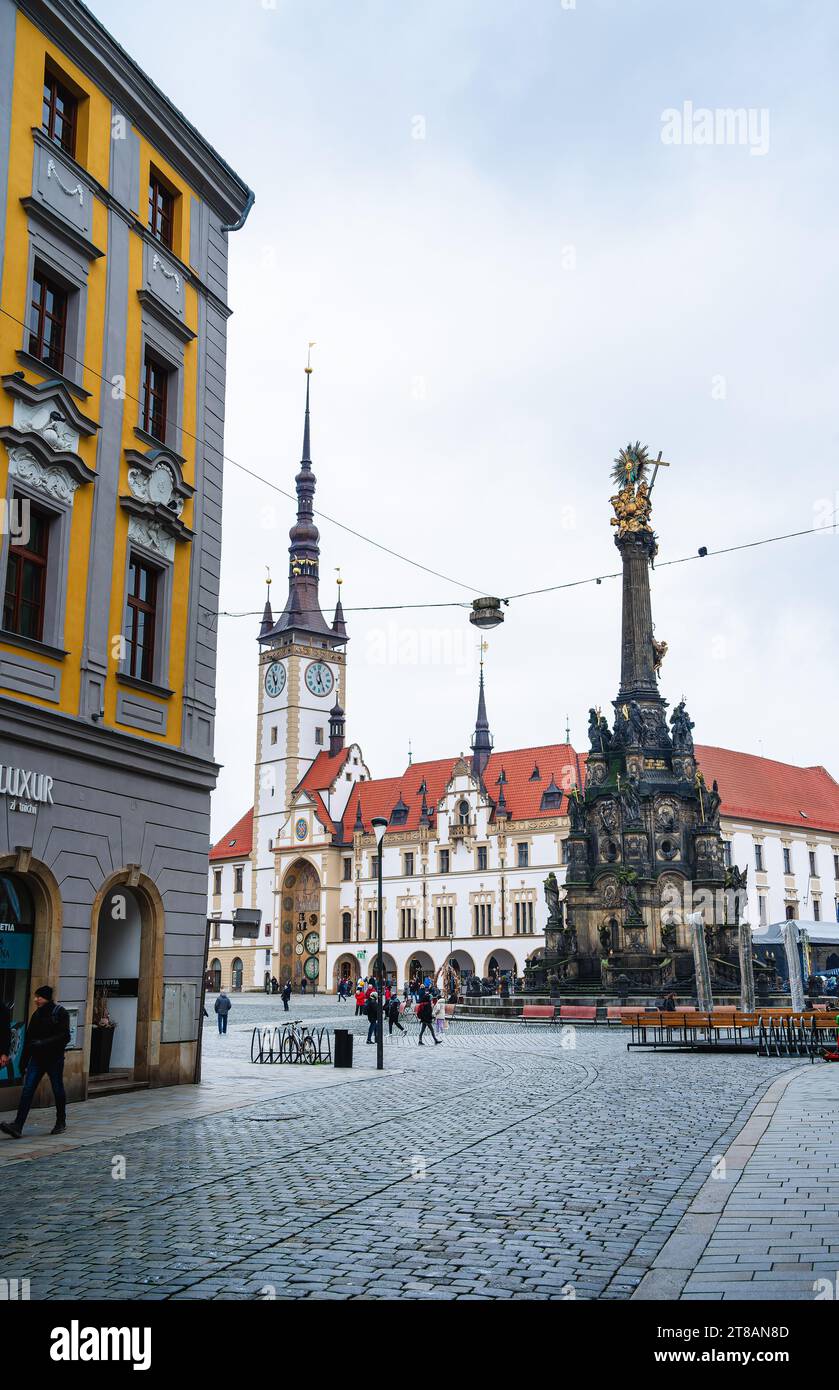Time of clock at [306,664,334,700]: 6:58
